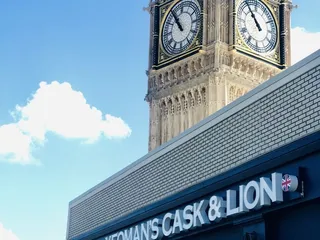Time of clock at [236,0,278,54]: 10:54
